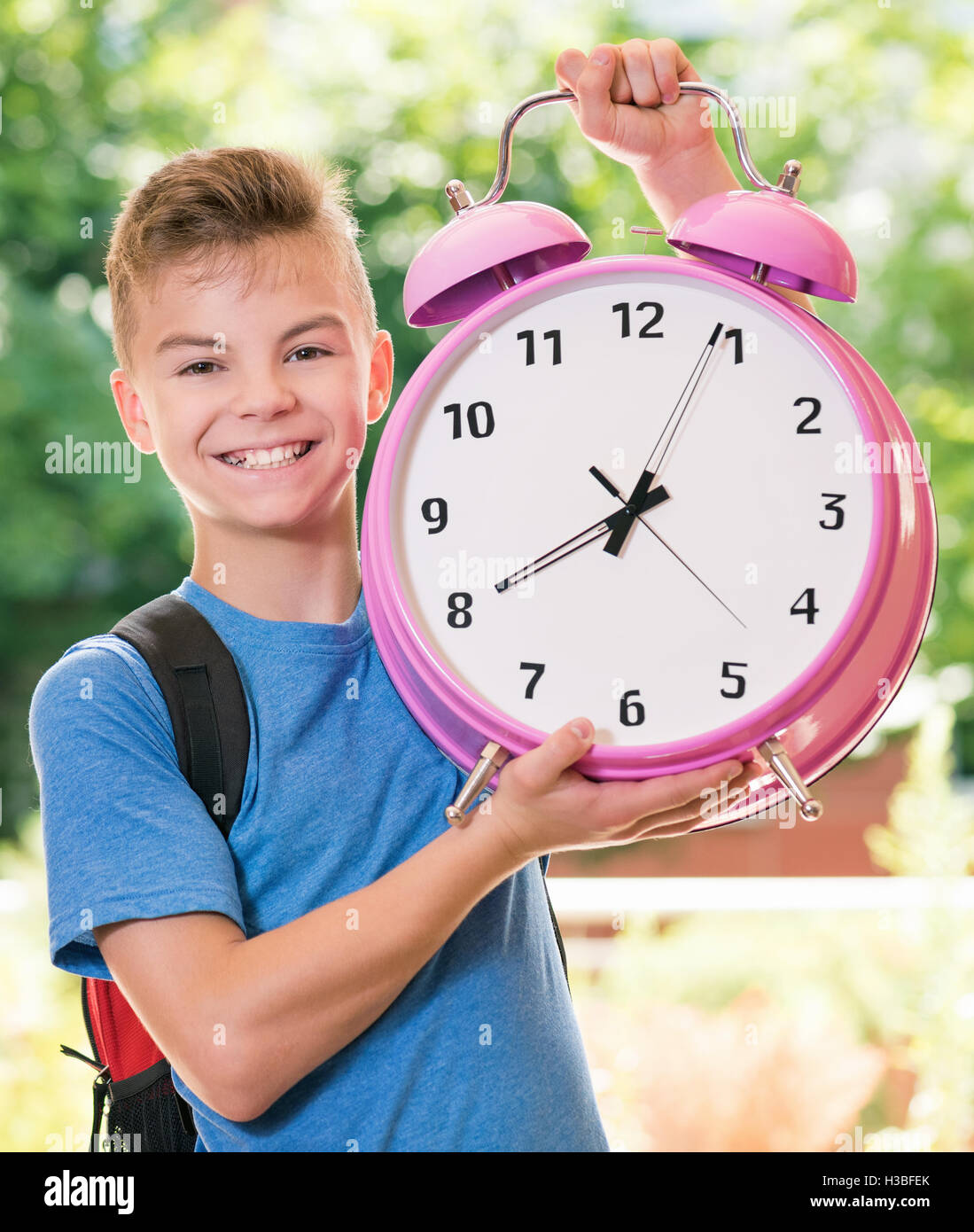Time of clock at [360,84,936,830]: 8:04
